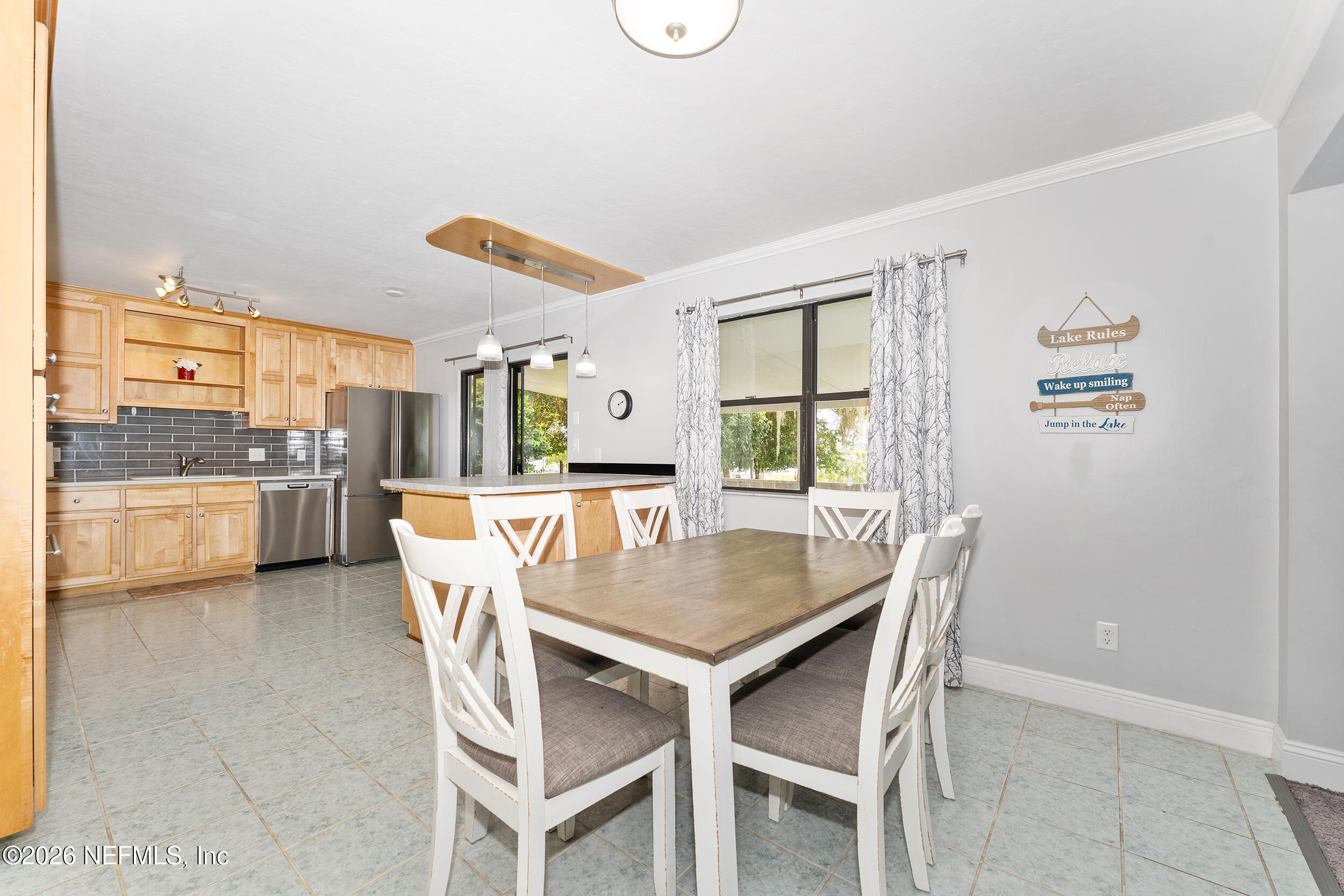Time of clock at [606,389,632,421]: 2:11
